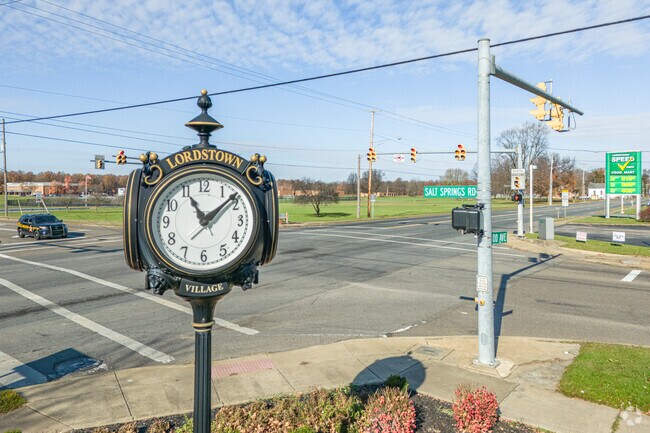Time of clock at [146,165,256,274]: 11:08
